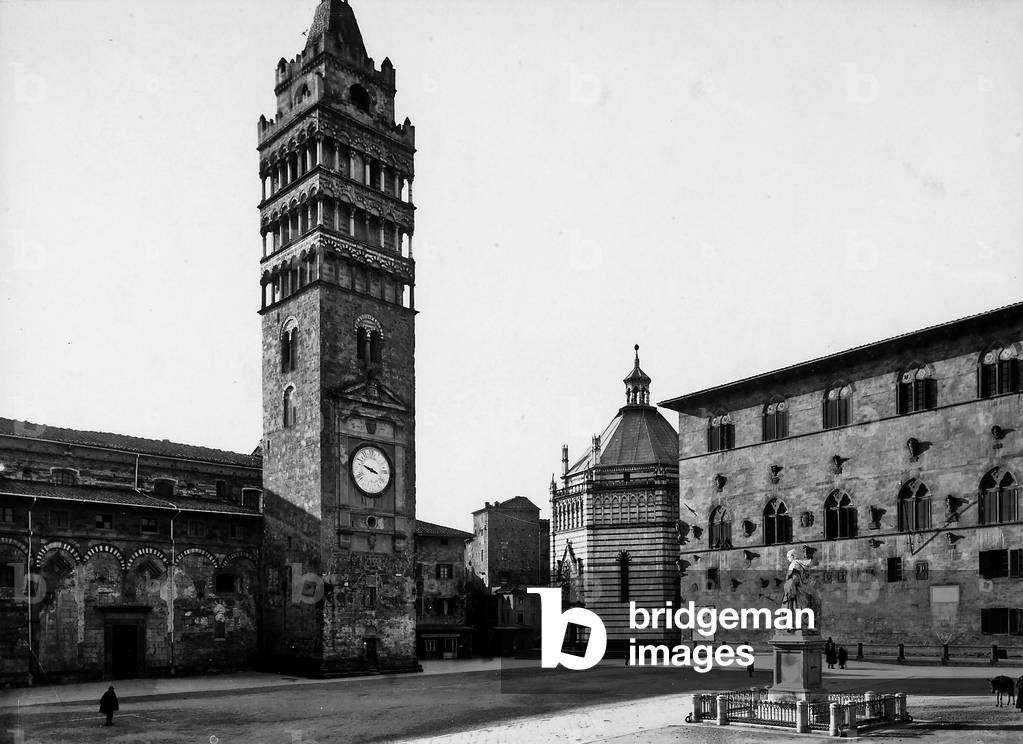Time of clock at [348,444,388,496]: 3:48
